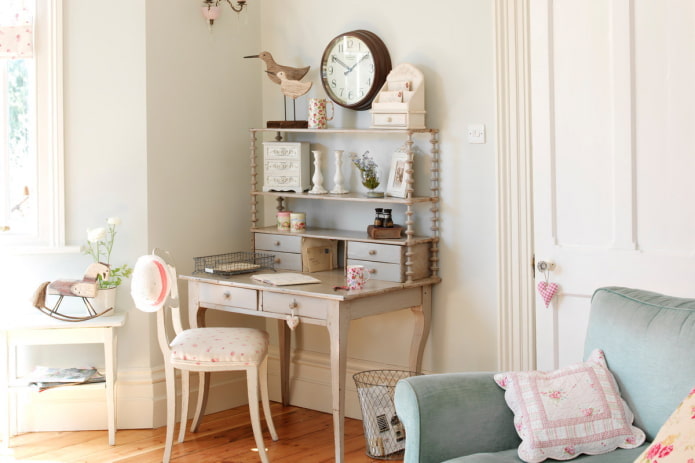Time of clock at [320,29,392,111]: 1:50
